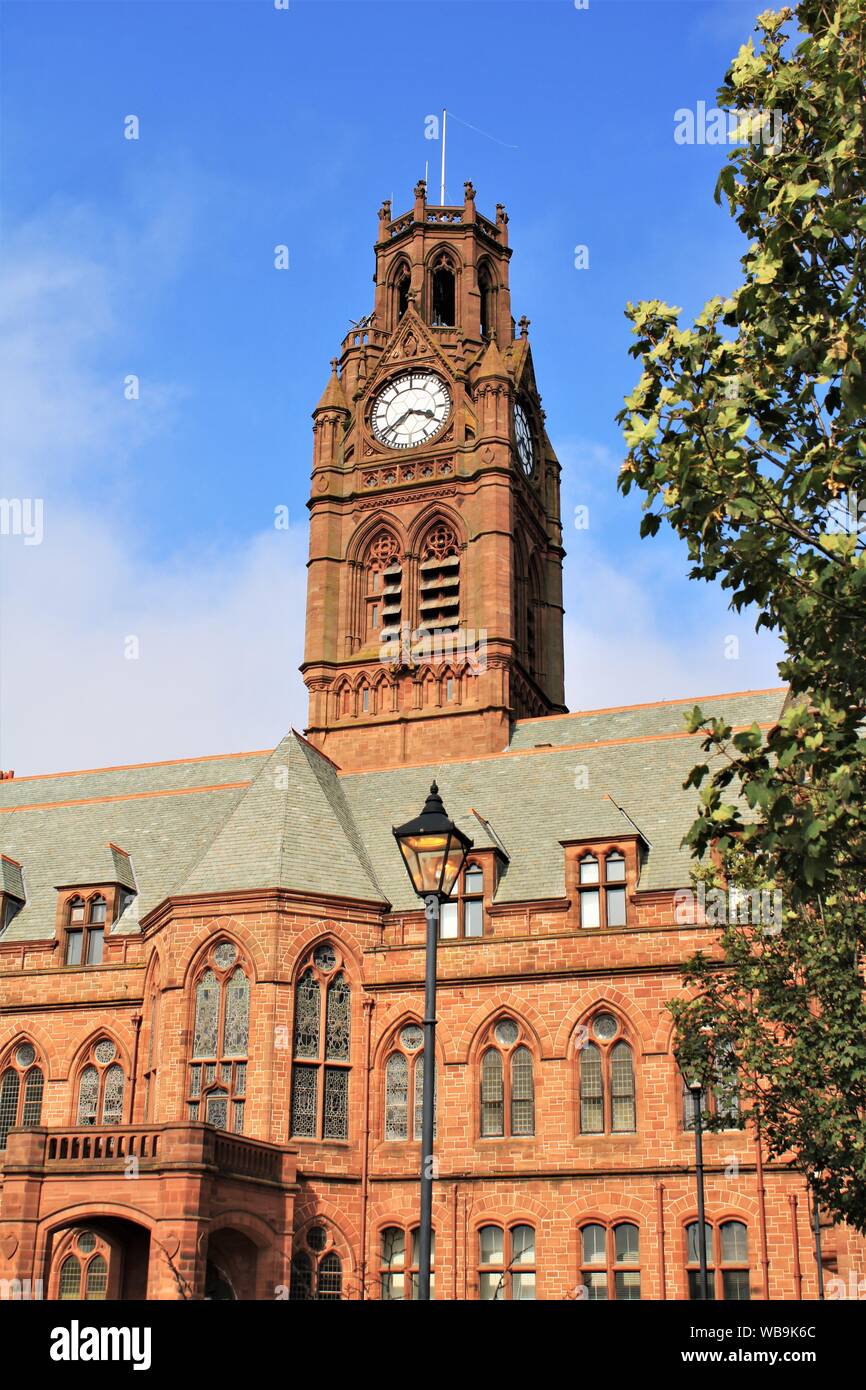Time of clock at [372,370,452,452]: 3:38
